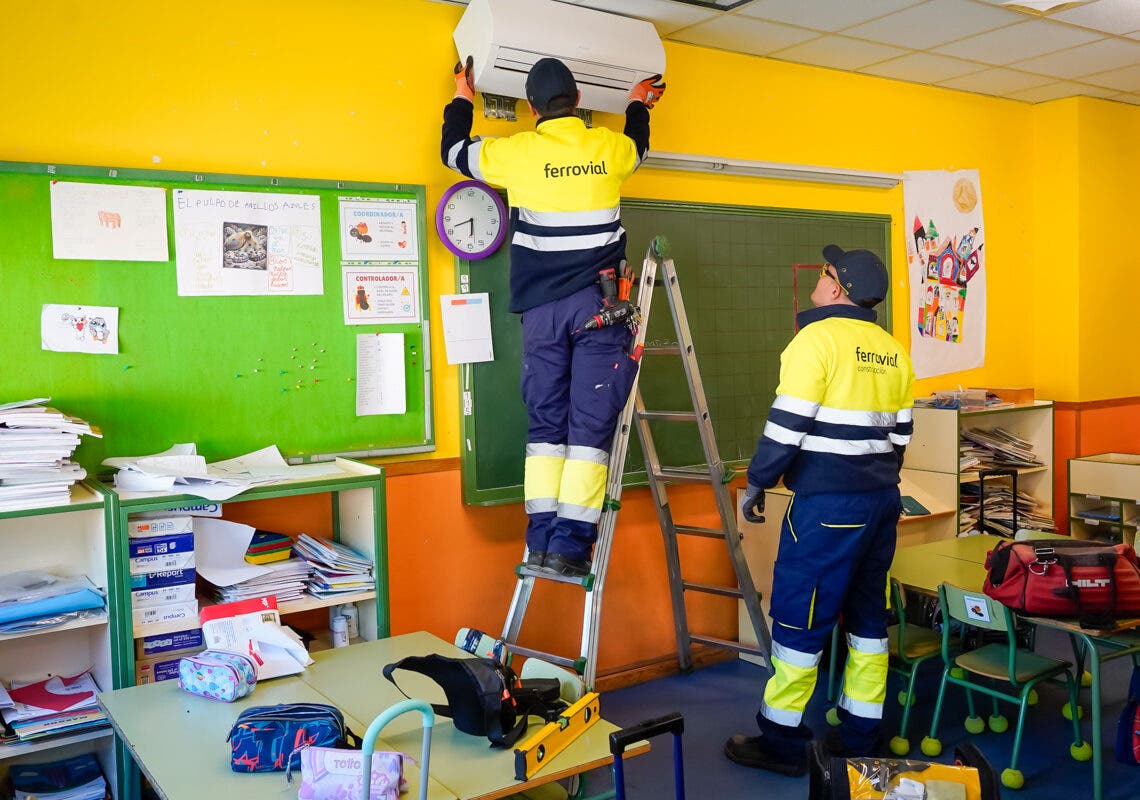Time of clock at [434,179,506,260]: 5:41
